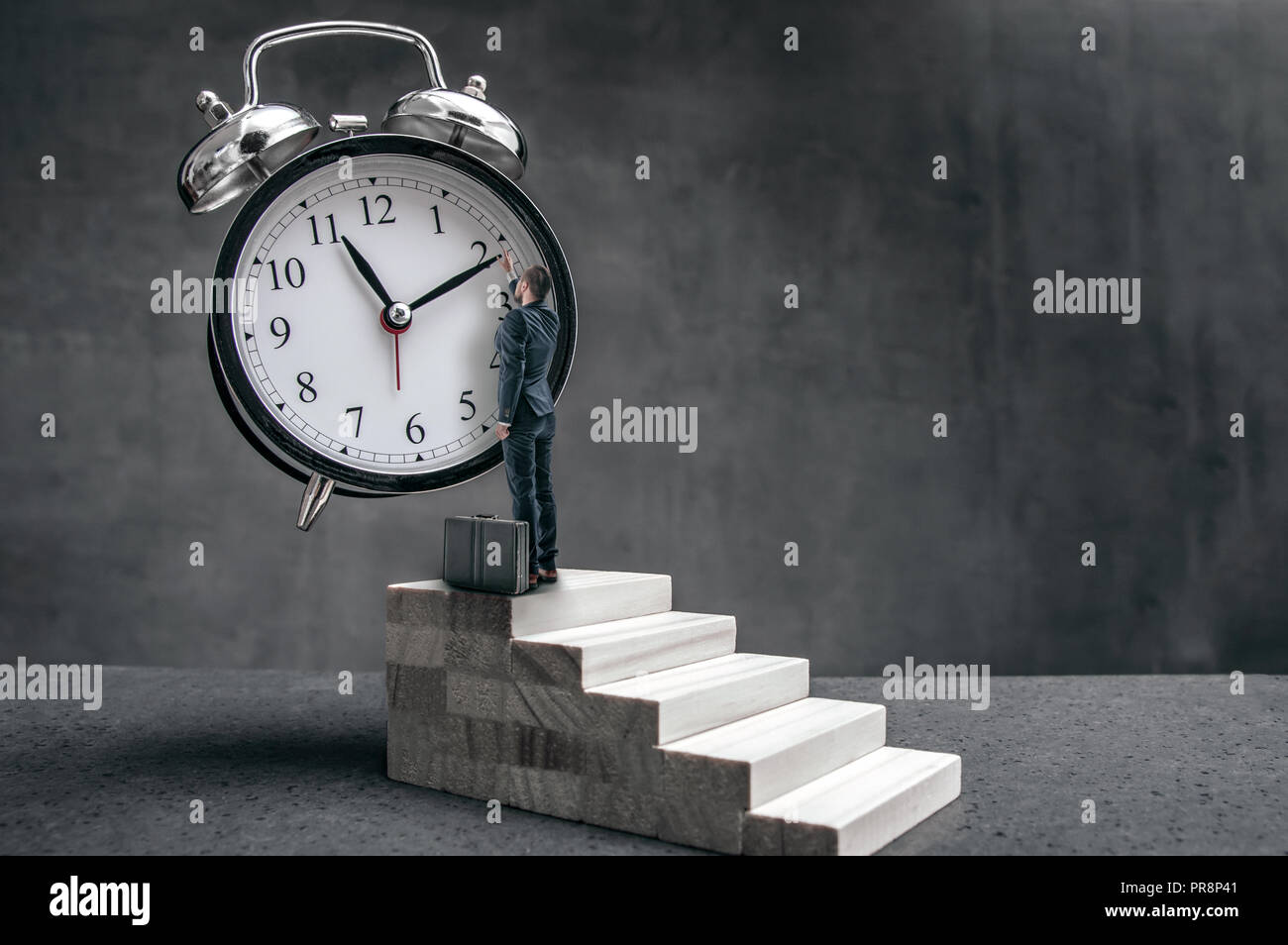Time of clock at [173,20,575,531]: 11:11
